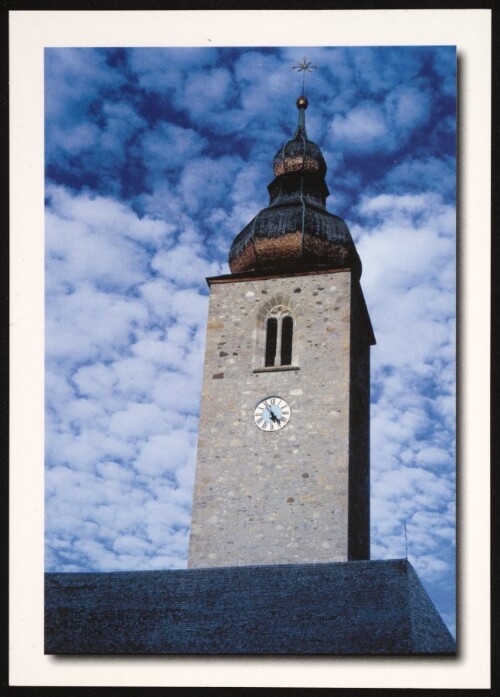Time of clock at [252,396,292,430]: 5:23
